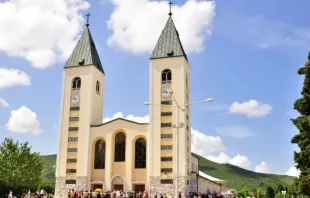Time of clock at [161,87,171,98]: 10:46
